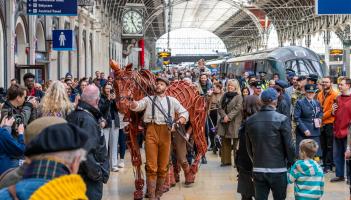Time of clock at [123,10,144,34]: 11:24
